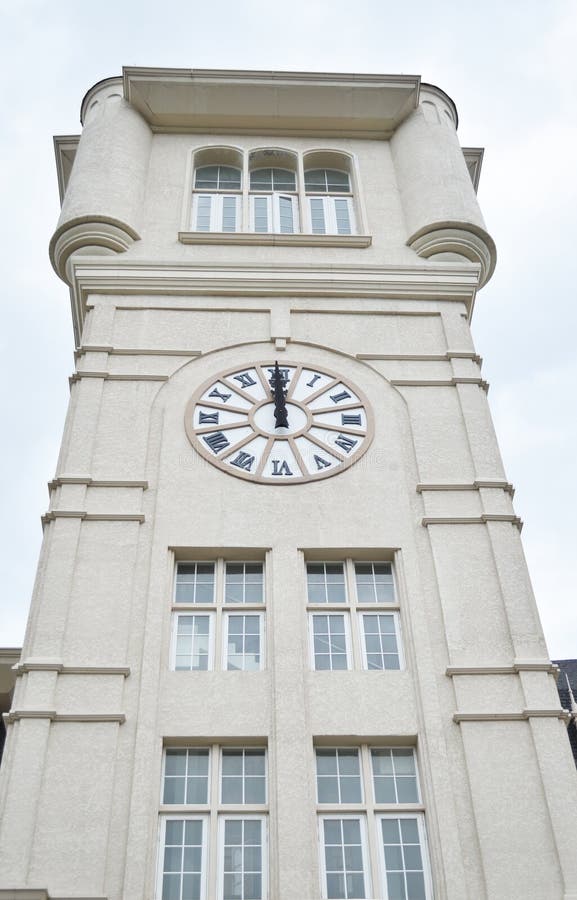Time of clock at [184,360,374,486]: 11:59
